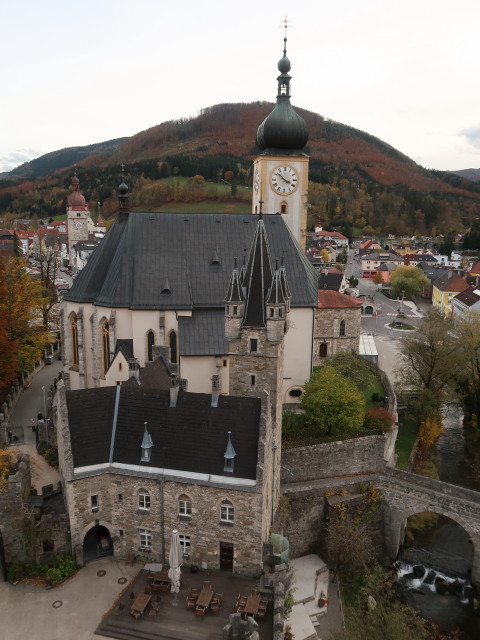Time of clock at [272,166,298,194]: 3:51
